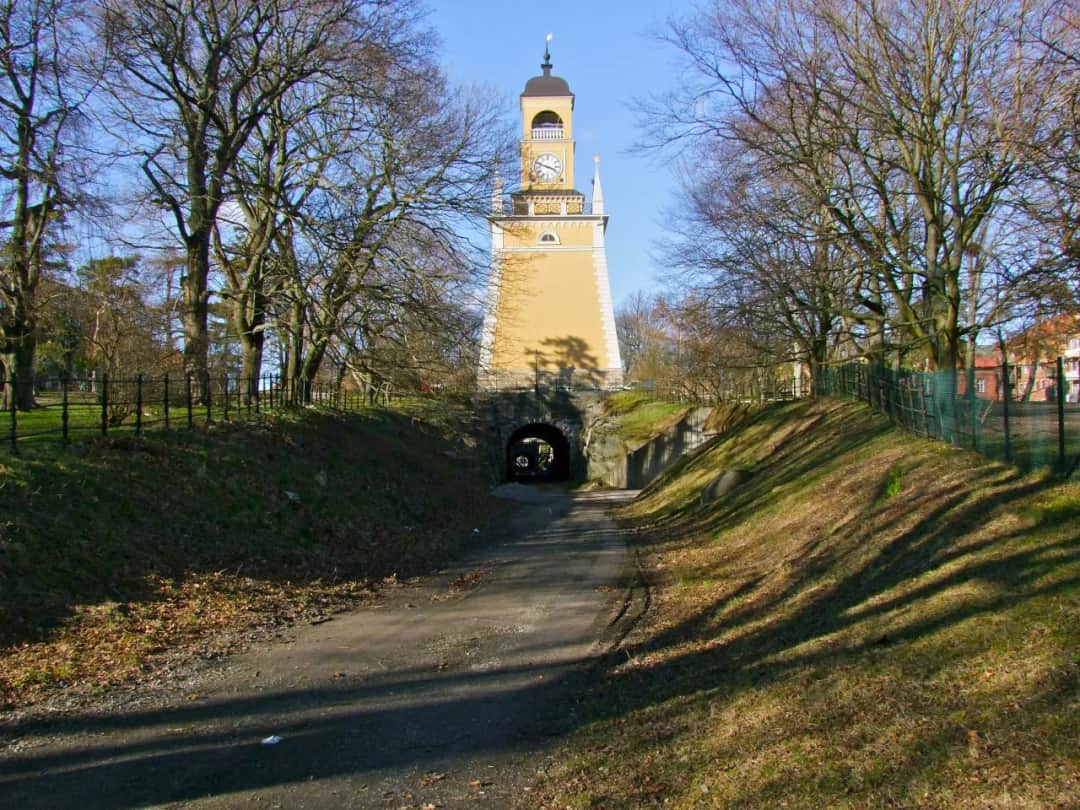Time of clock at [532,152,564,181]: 3:48
